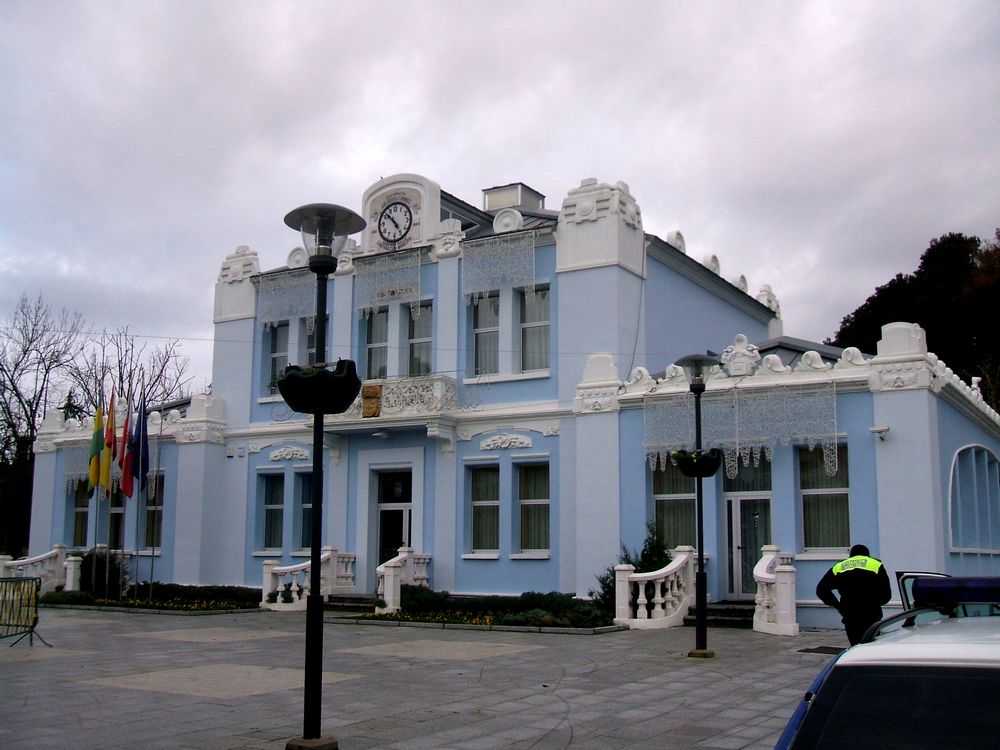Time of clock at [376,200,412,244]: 4:52
